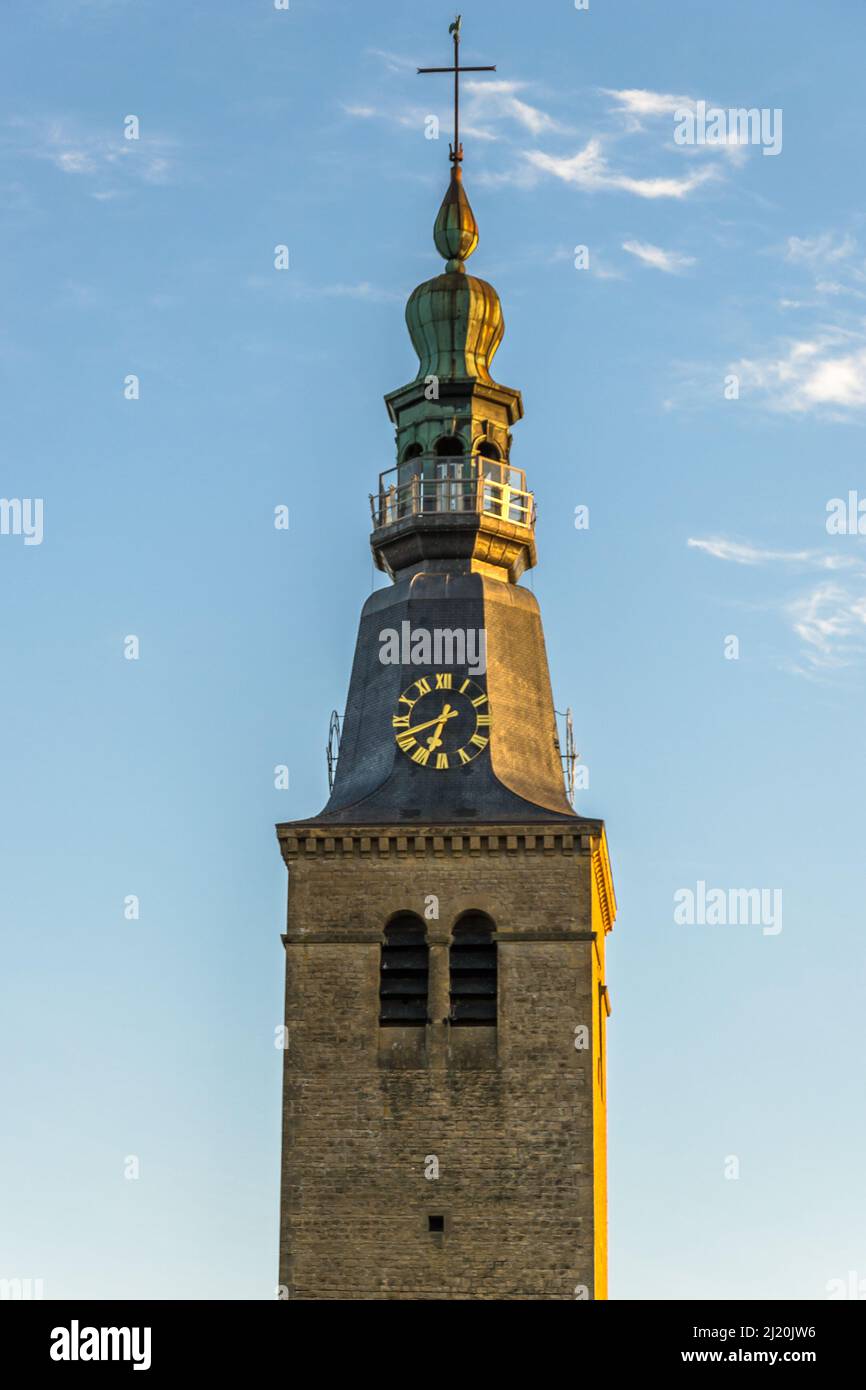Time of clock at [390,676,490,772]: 6:41
